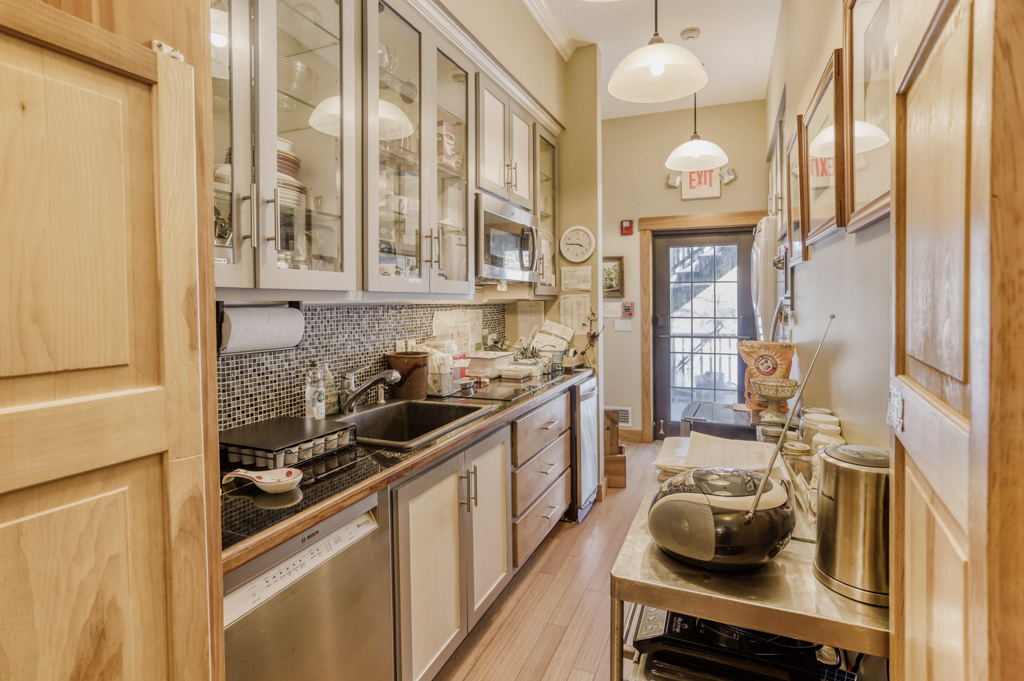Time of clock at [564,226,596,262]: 3:44
